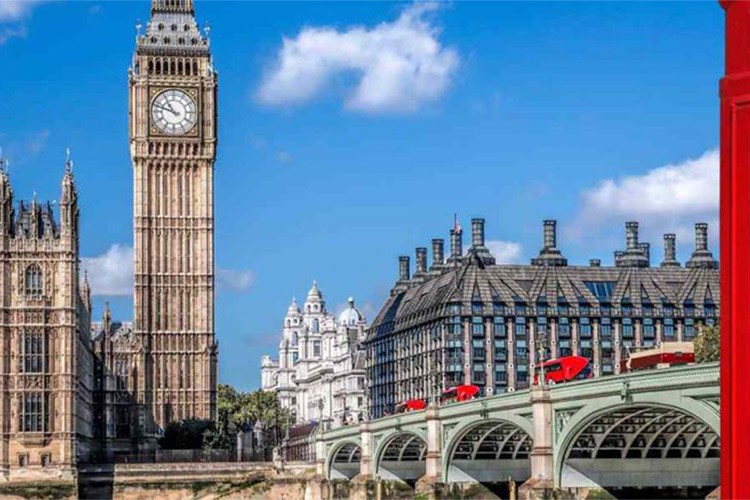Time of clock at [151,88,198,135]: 10:48
